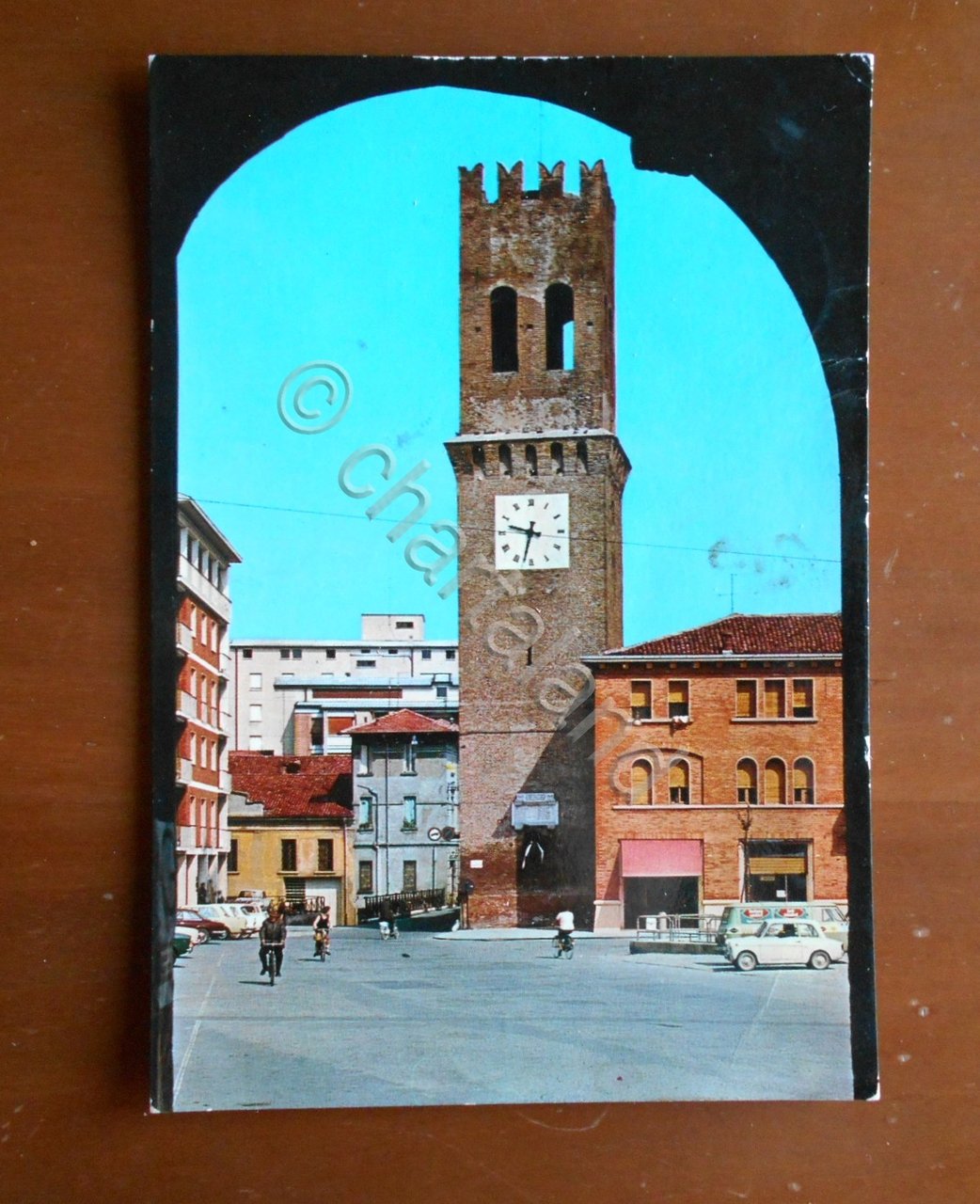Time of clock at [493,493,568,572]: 9:32
